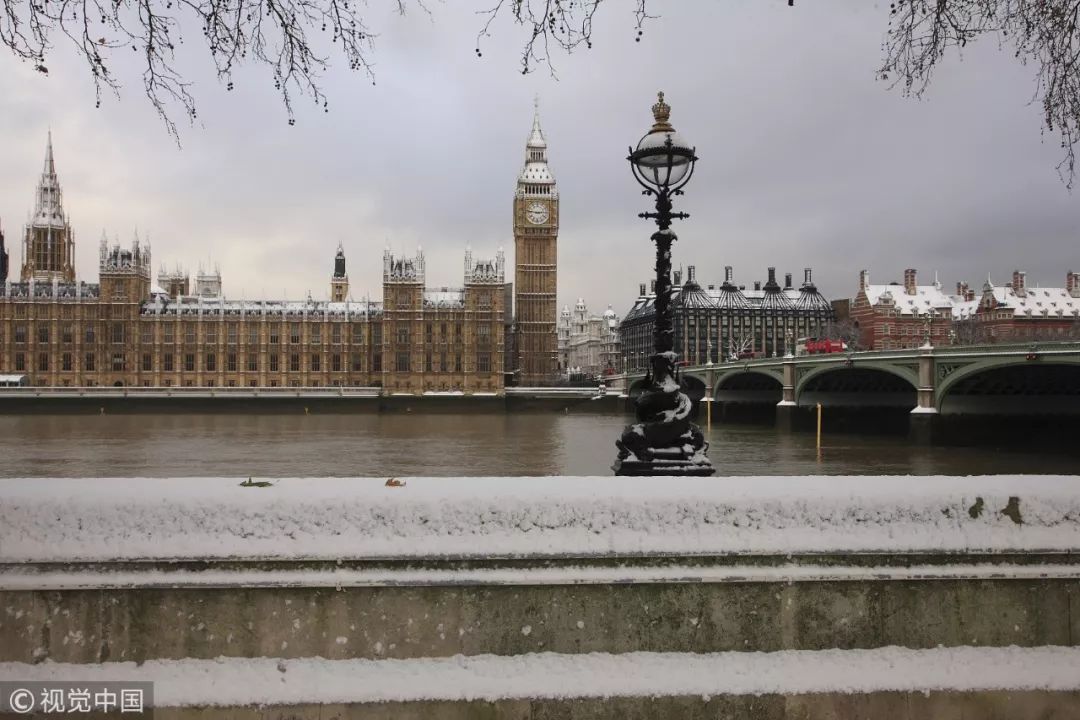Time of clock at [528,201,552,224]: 2:46
